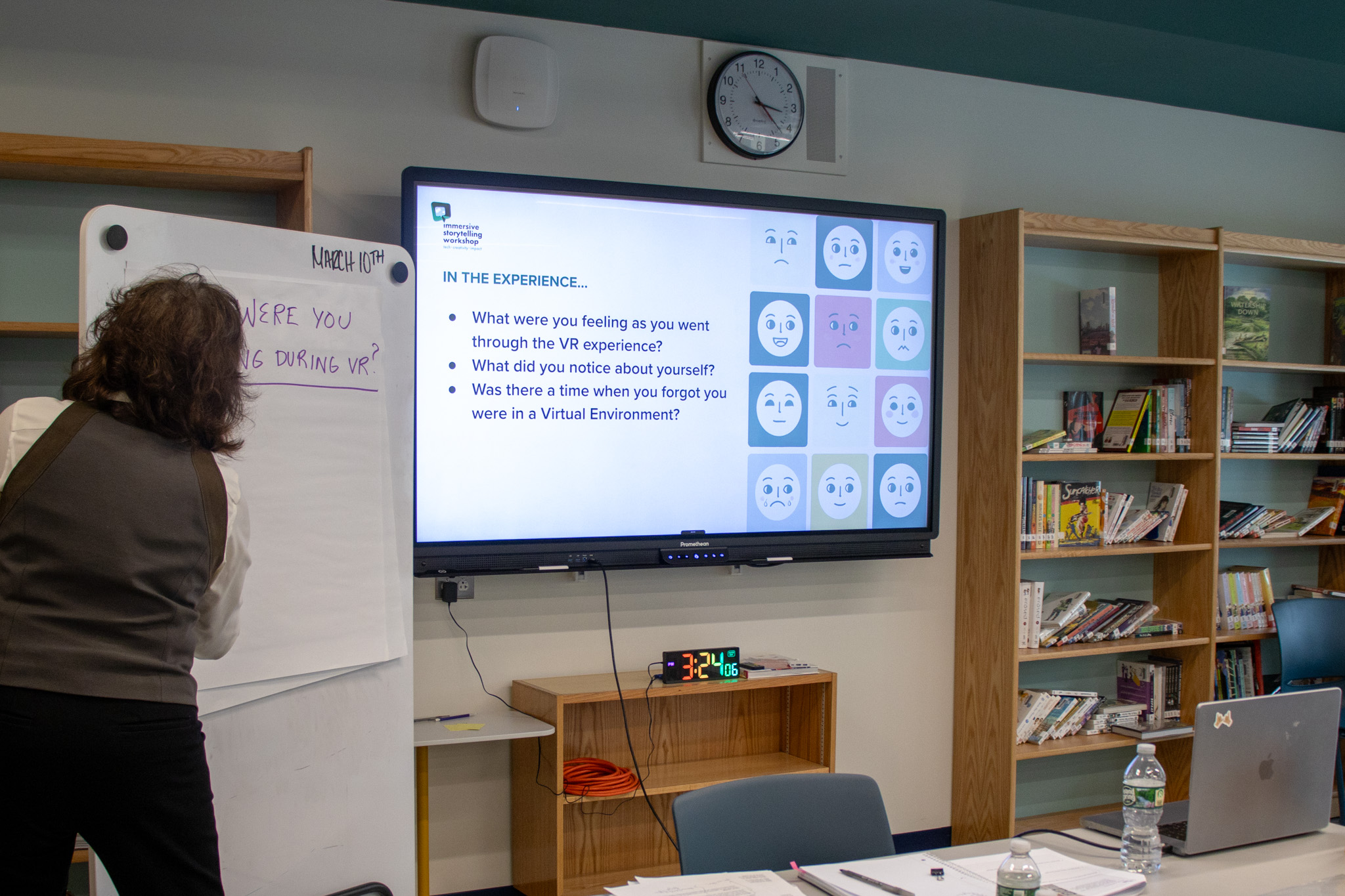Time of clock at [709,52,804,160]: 3:22
